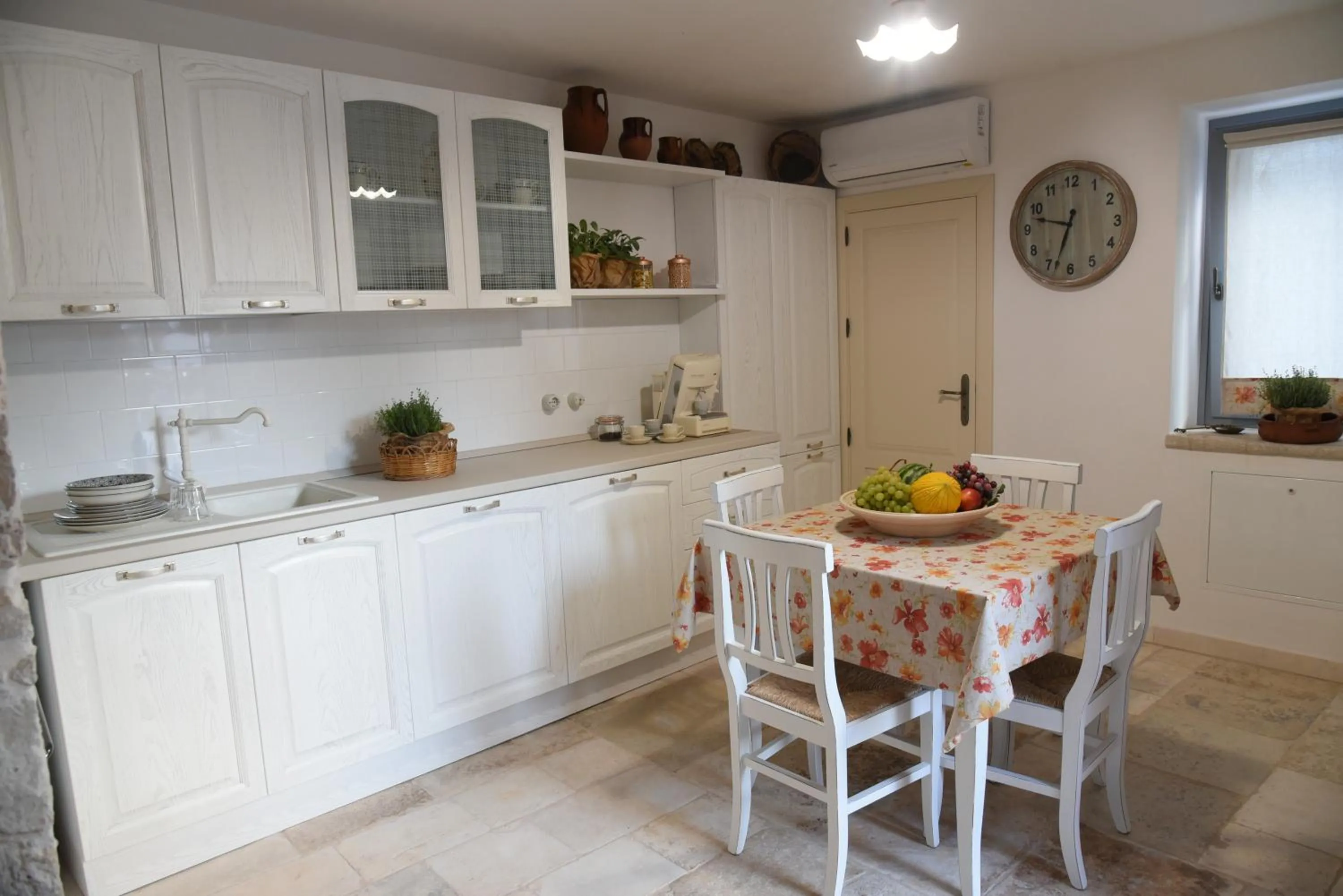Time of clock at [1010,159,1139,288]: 6:47
